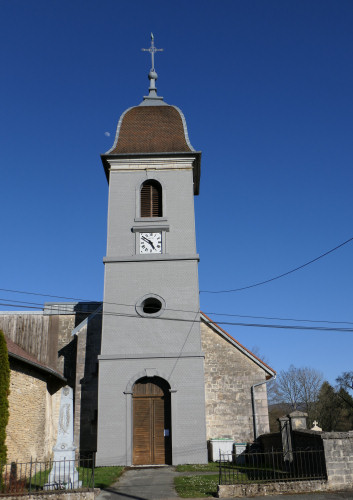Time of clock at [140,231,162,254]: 4:51
